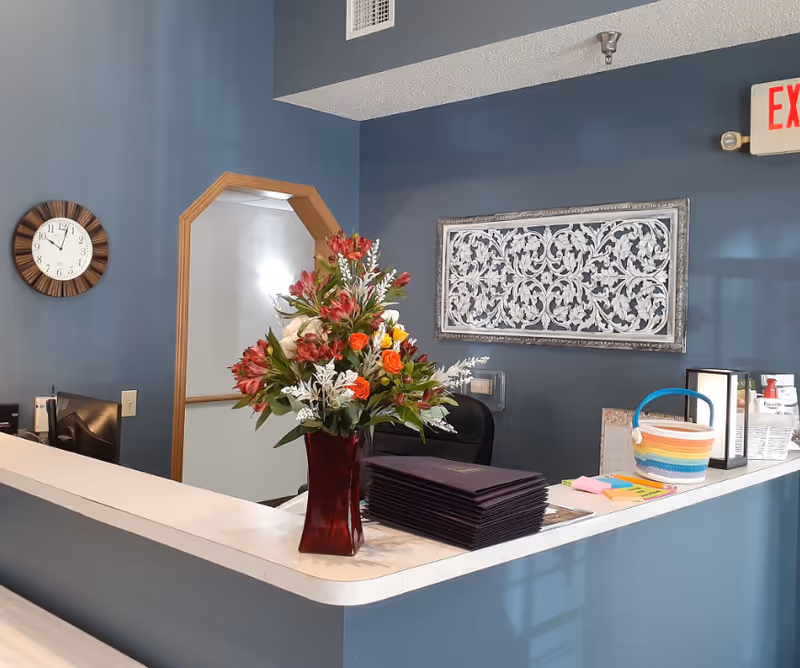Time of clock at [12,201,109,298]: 10:02
